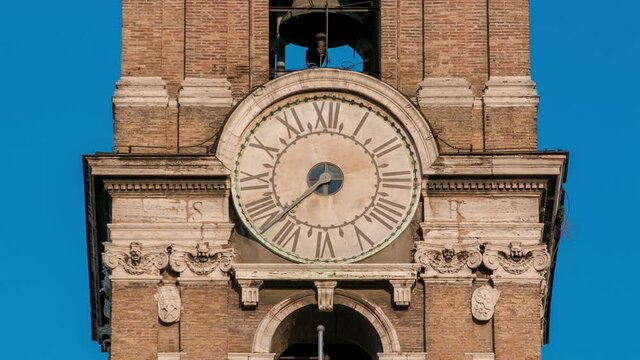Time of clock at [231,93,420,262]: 7:37
